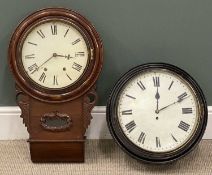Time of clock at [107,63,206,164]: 12:10
